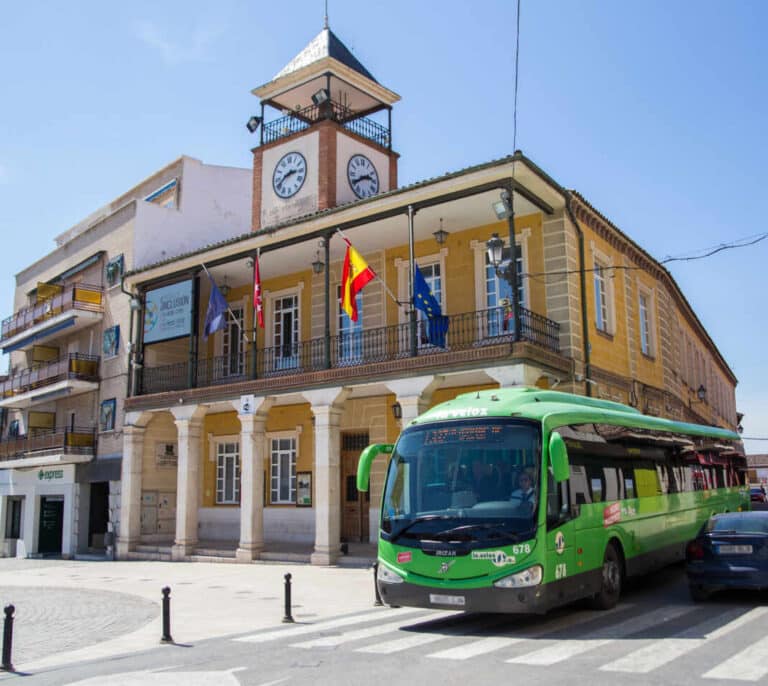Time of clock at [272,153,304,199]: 2:40
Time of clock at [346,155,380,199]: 2:40
